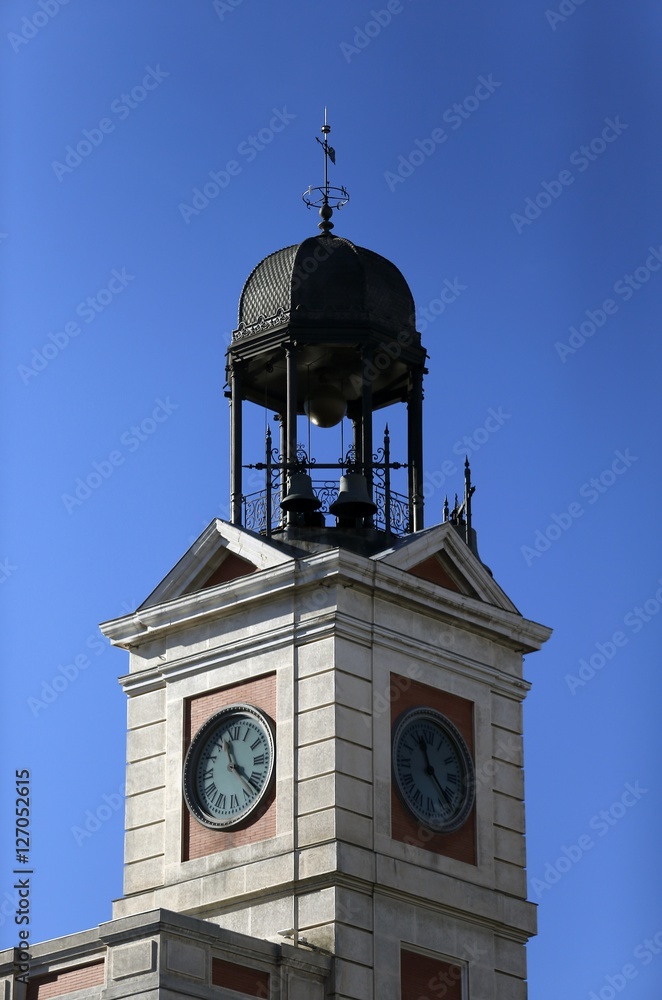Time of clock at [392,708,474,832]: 11:22
